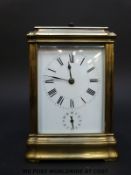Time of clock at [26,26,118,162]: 11:46
